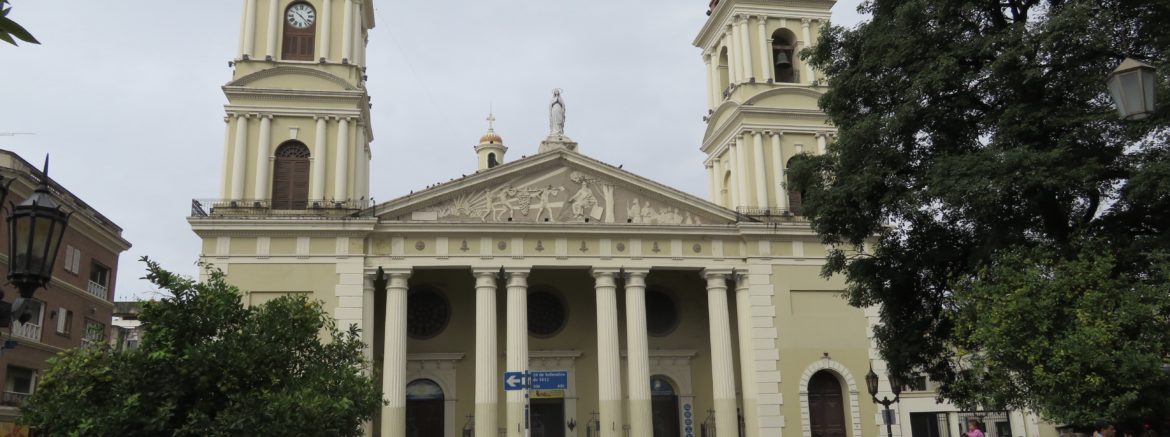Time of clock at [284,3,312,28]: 10:22
